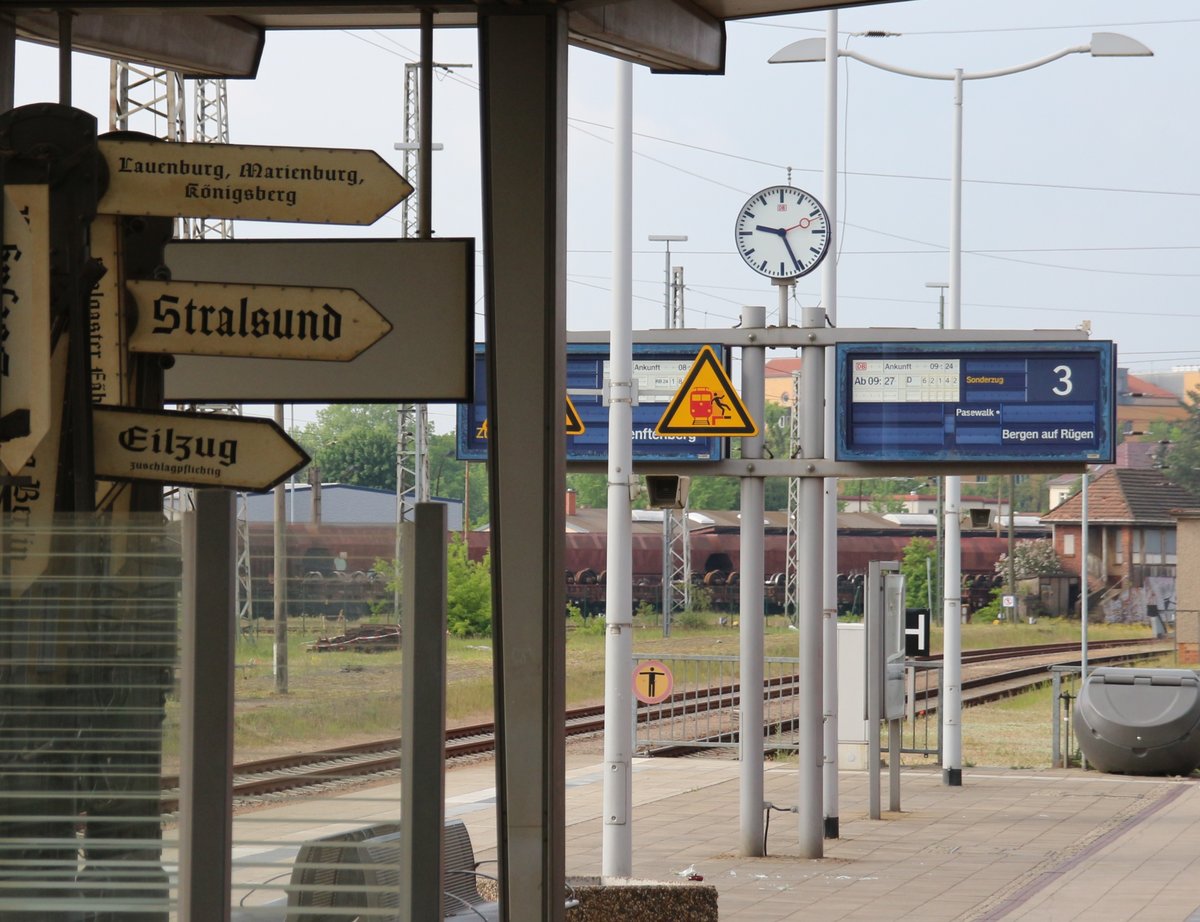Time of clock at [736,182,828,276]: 9:26
